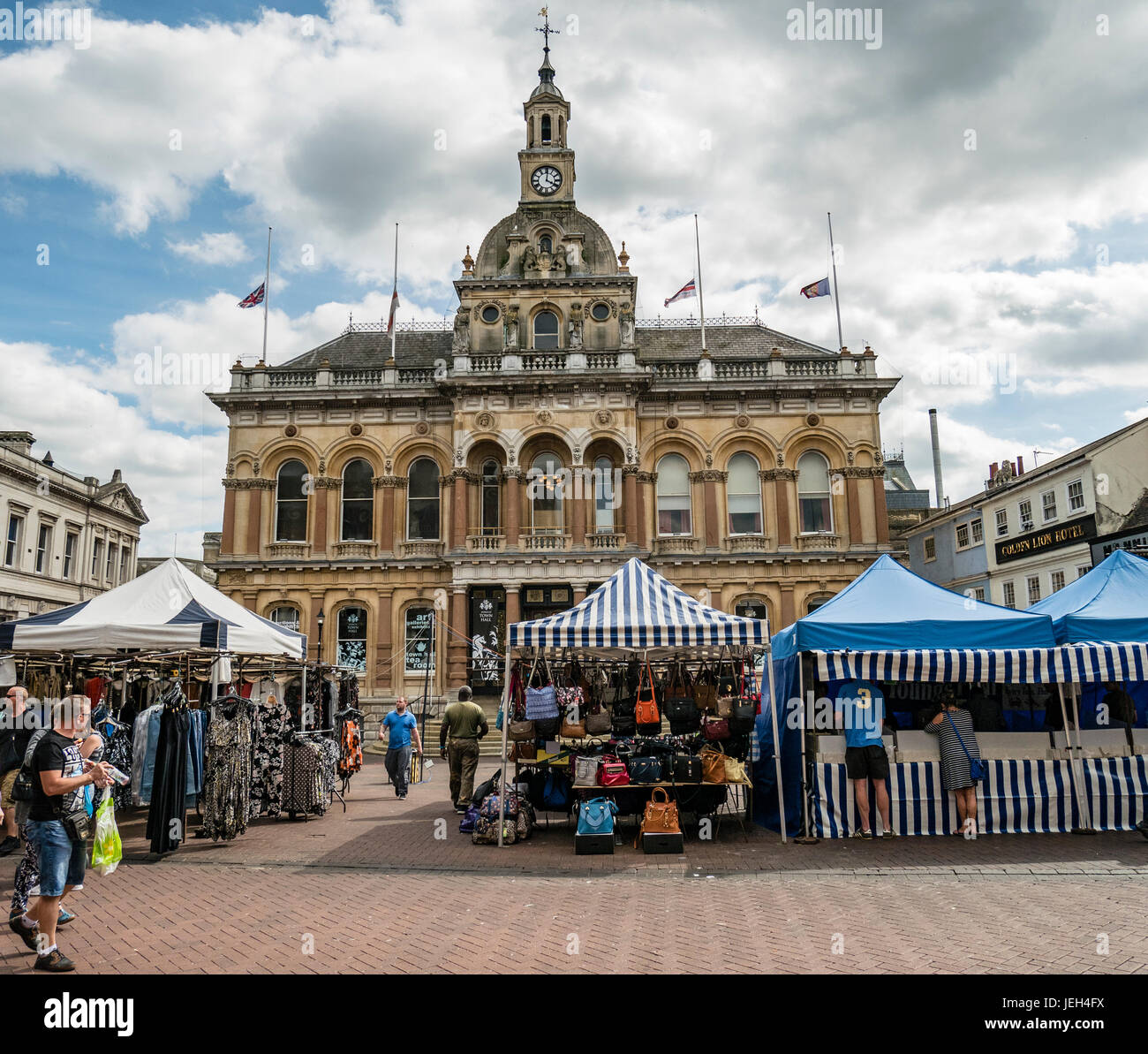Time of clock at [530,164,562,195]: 4:00
